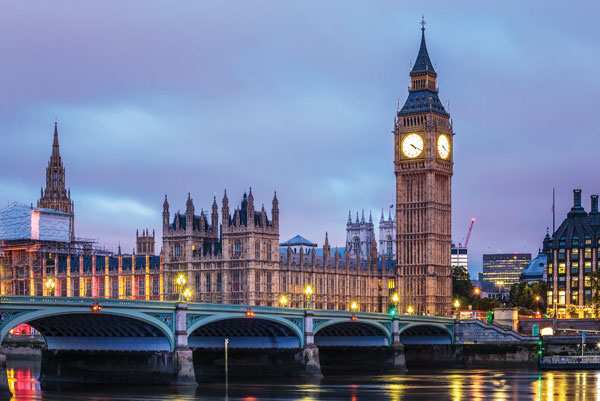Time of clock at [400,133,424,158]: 4:19
